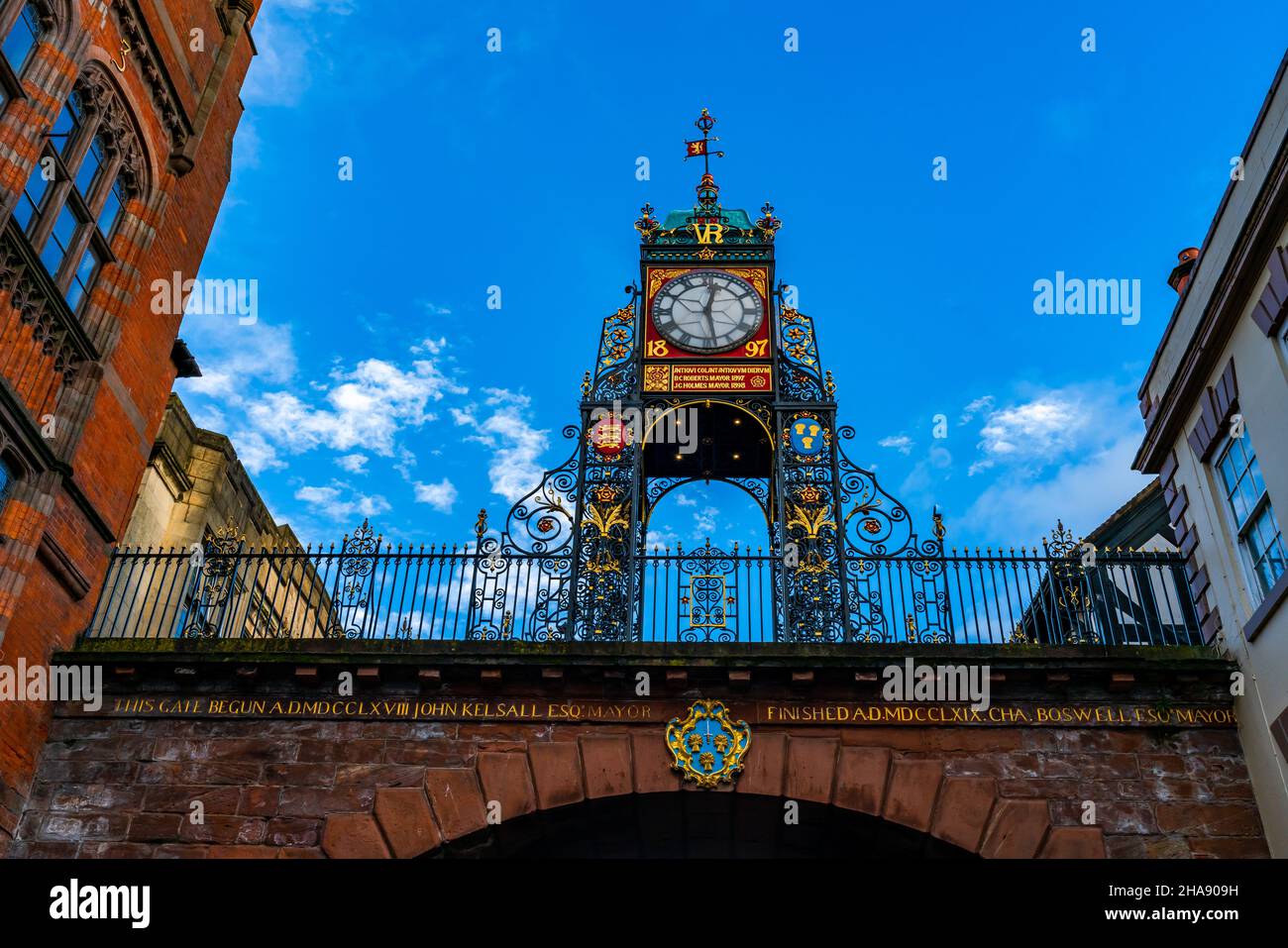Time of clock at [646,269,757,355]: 12:27
